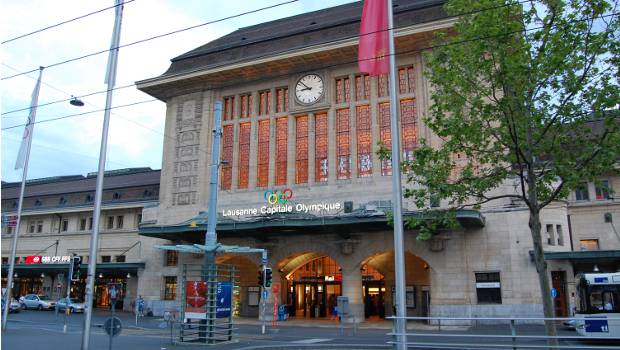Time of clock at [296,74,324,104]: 8:52
